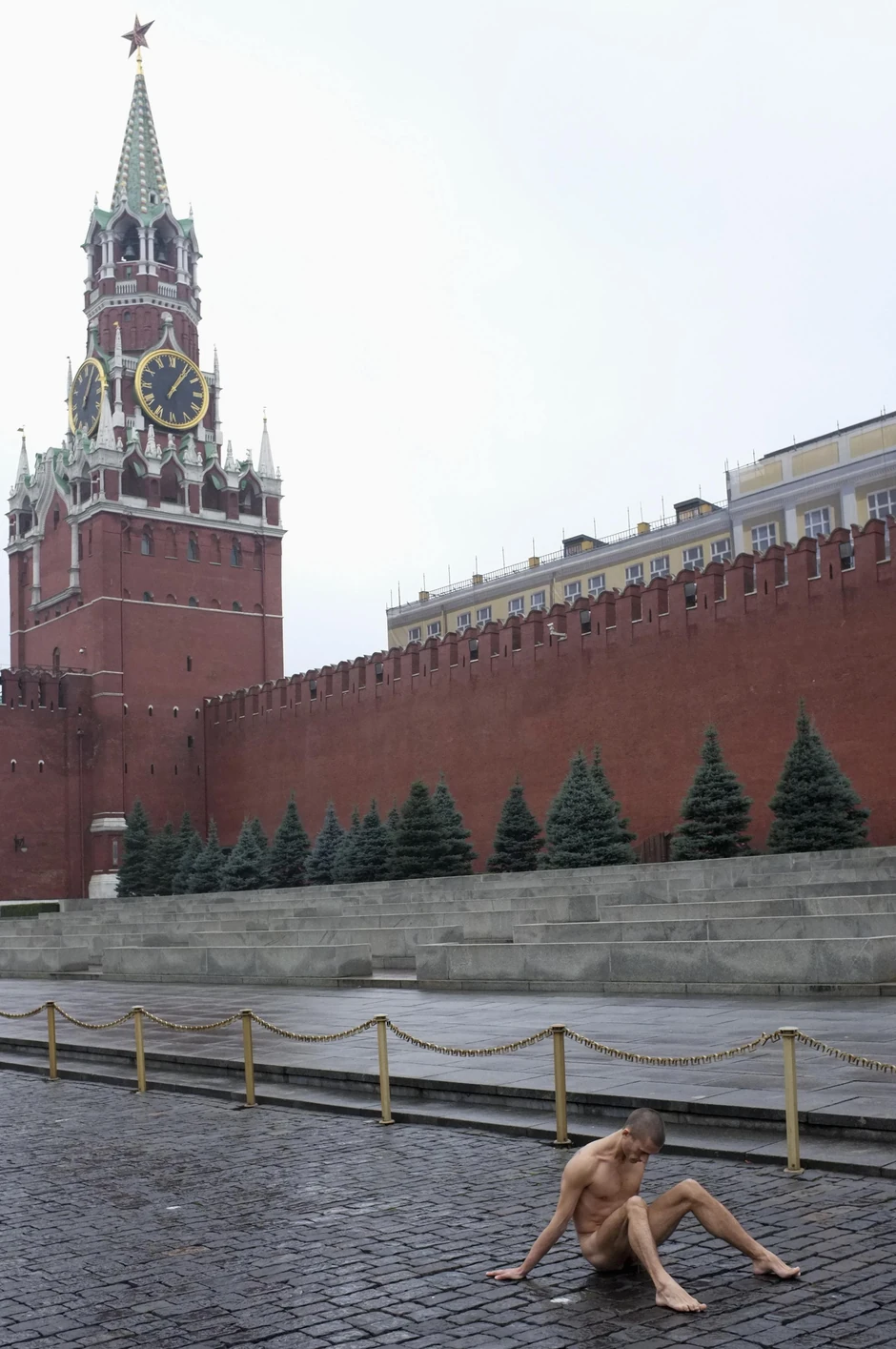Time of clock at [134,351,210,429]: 1:06
